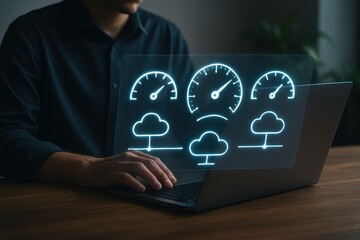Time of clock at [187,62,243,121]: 2:08
